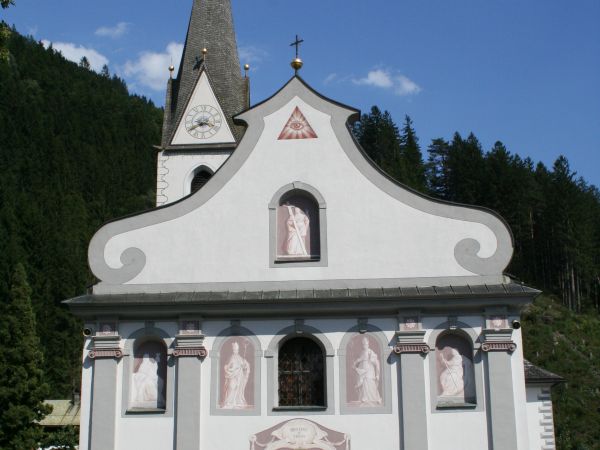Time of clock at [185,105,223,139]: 3:40
